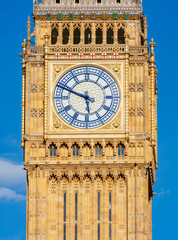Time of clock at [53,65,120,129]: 5:48
